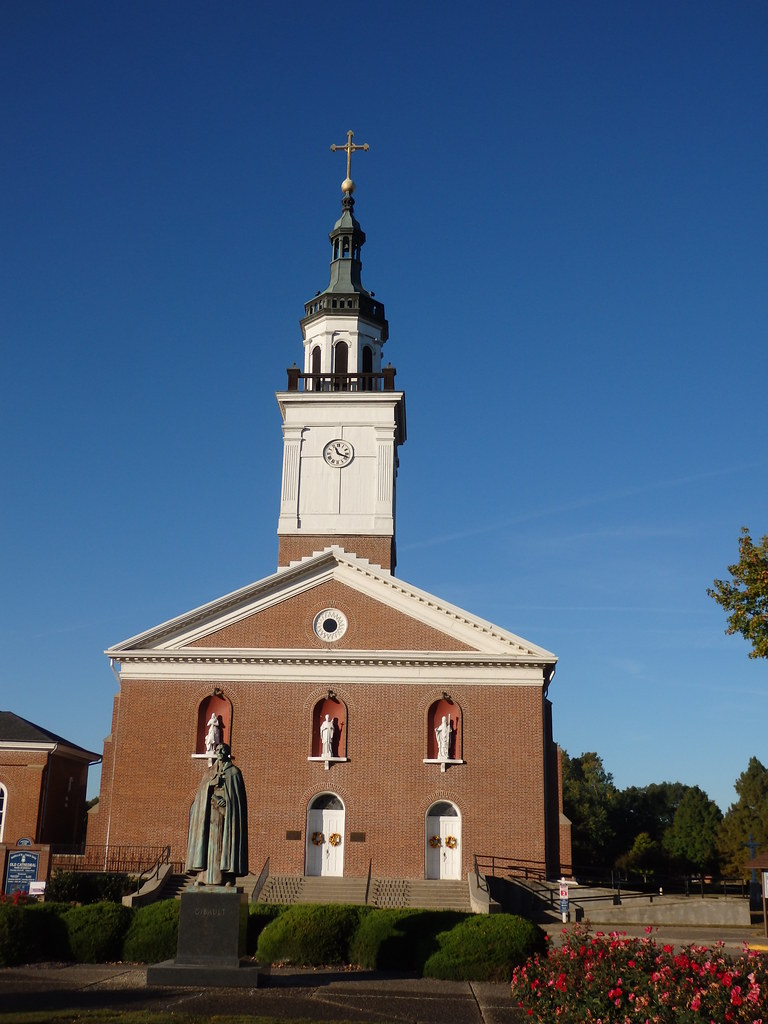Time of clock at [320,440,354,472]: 11:18
